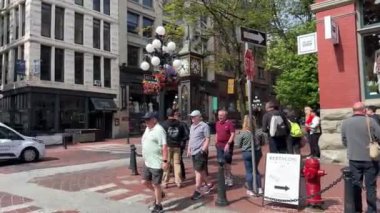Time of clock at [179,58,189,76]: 4:37
